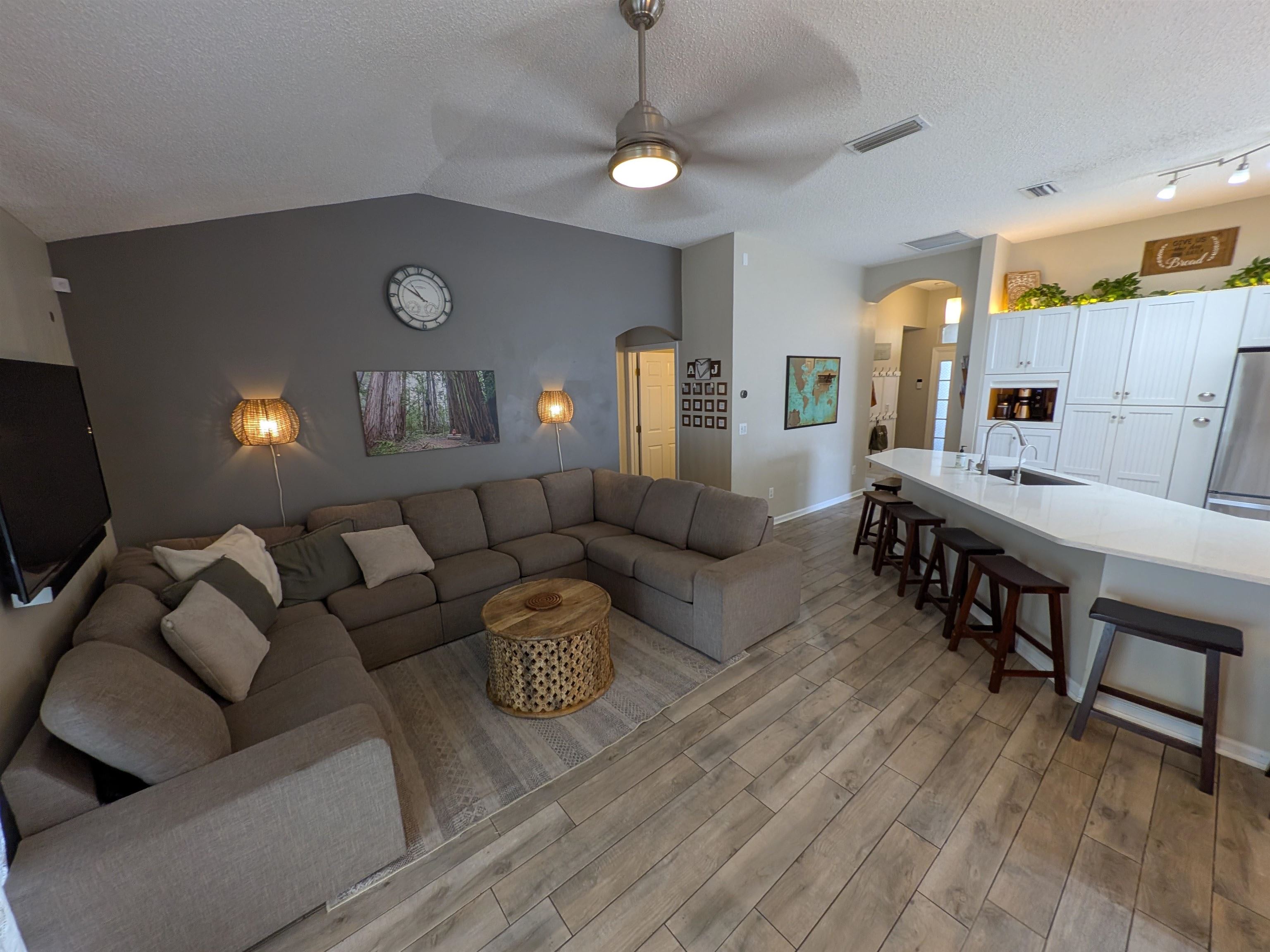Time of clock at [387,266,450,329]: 10:50
